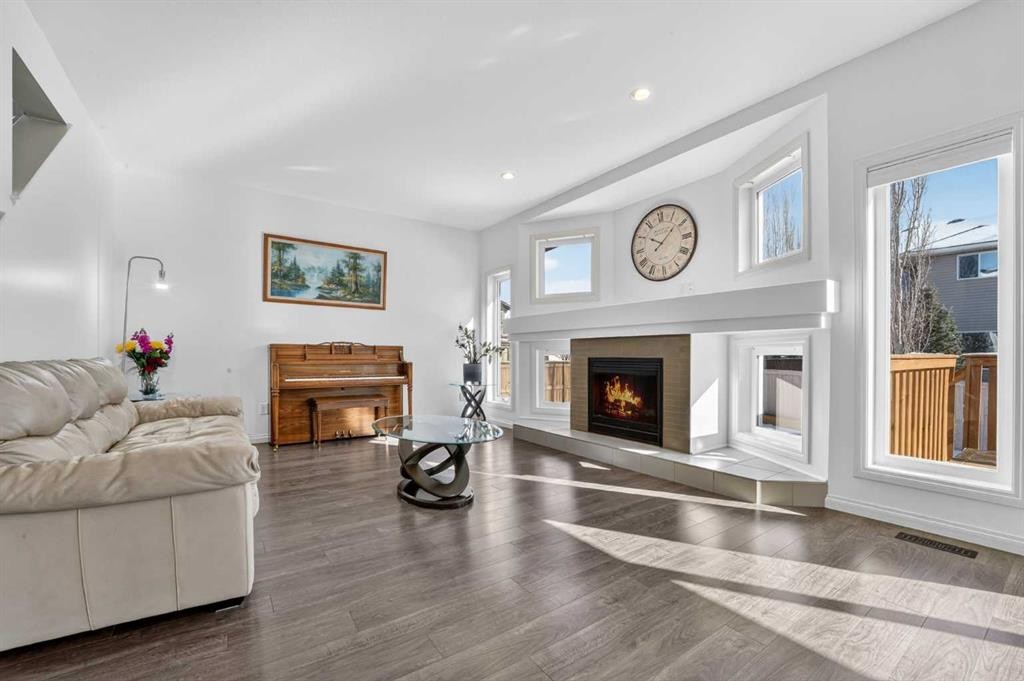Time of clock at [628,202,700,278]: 10:08
